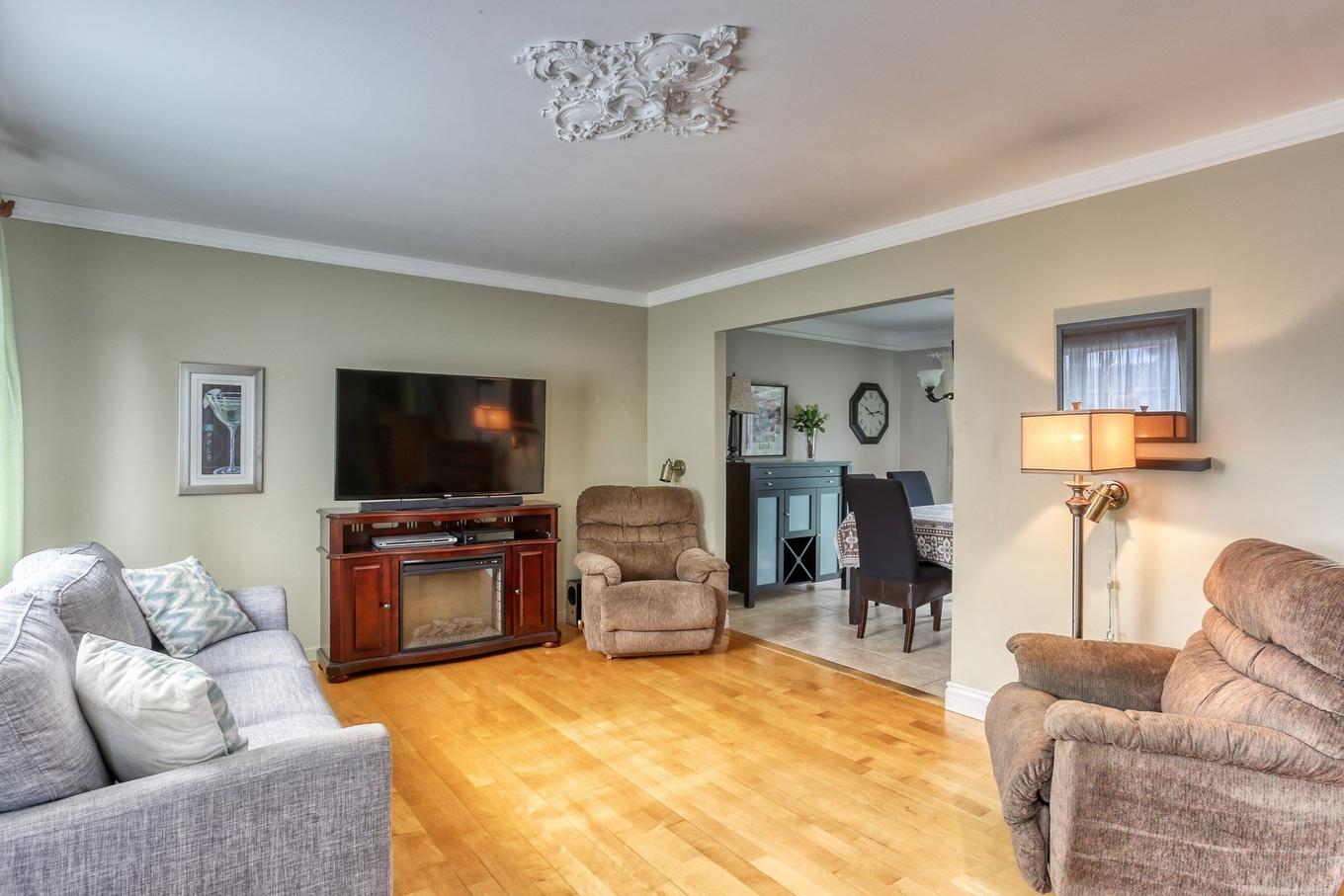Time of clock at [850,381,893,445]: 10:13
